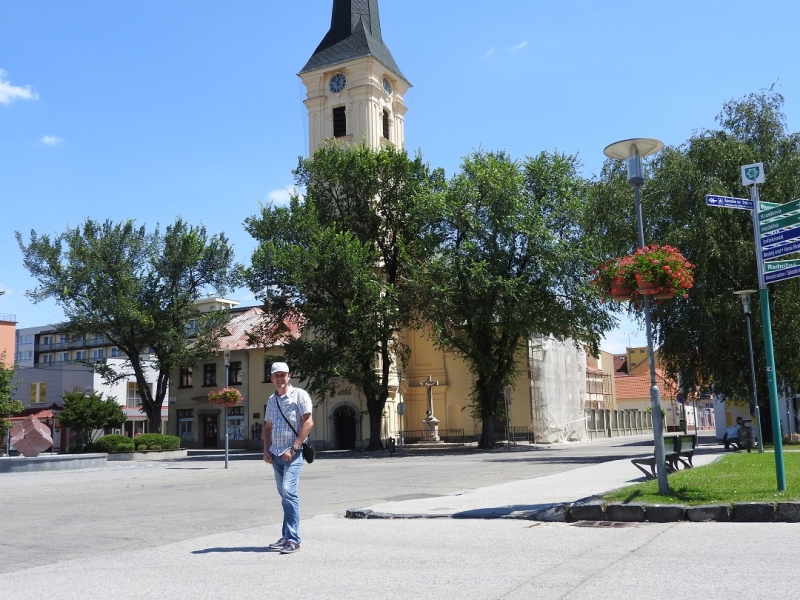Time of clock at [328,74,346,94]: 12:52
